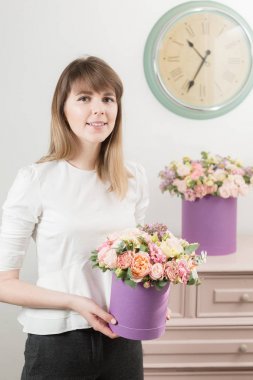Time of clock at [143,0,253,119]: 10:34
